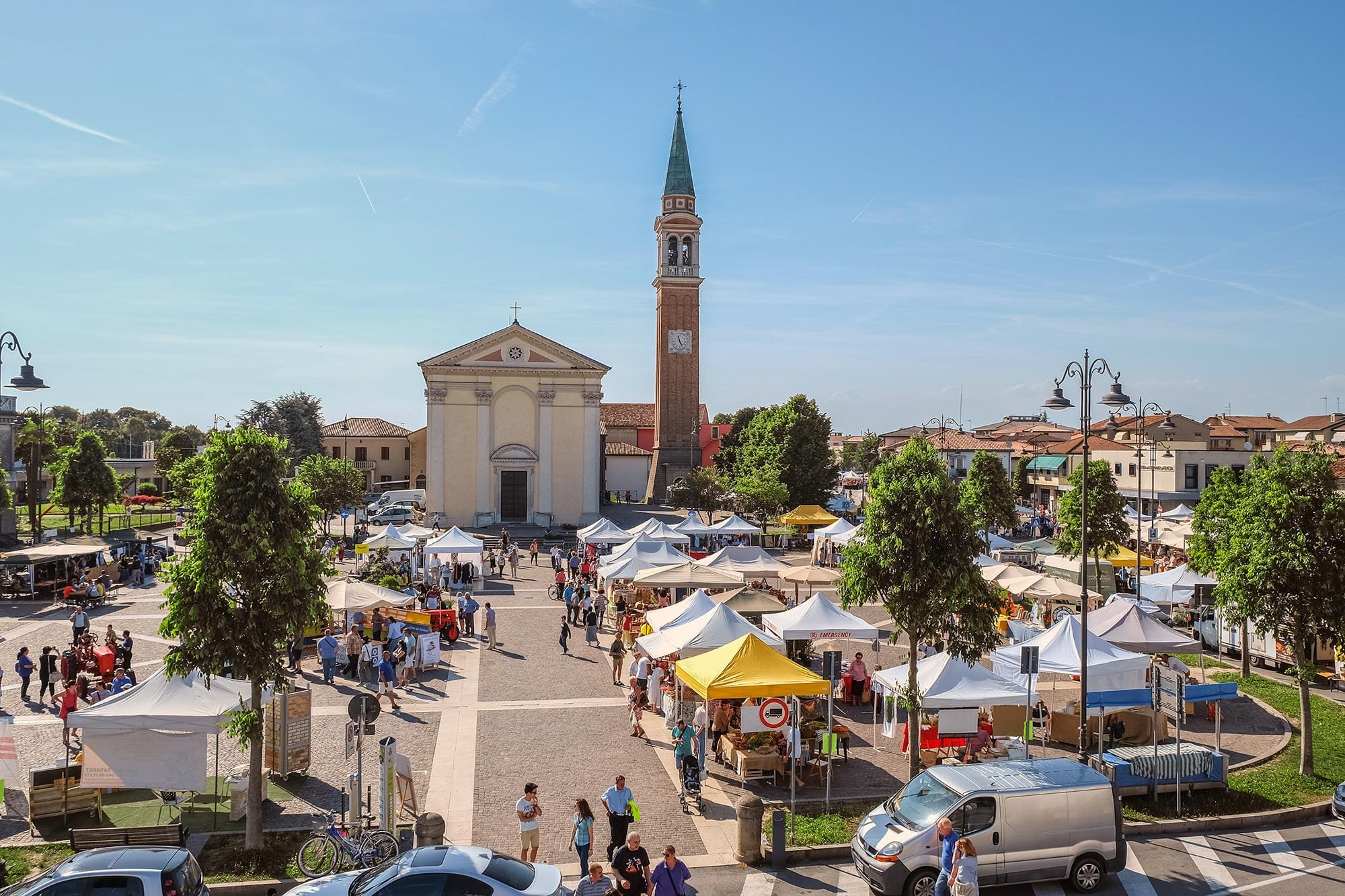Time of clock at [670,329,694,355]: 4:57
